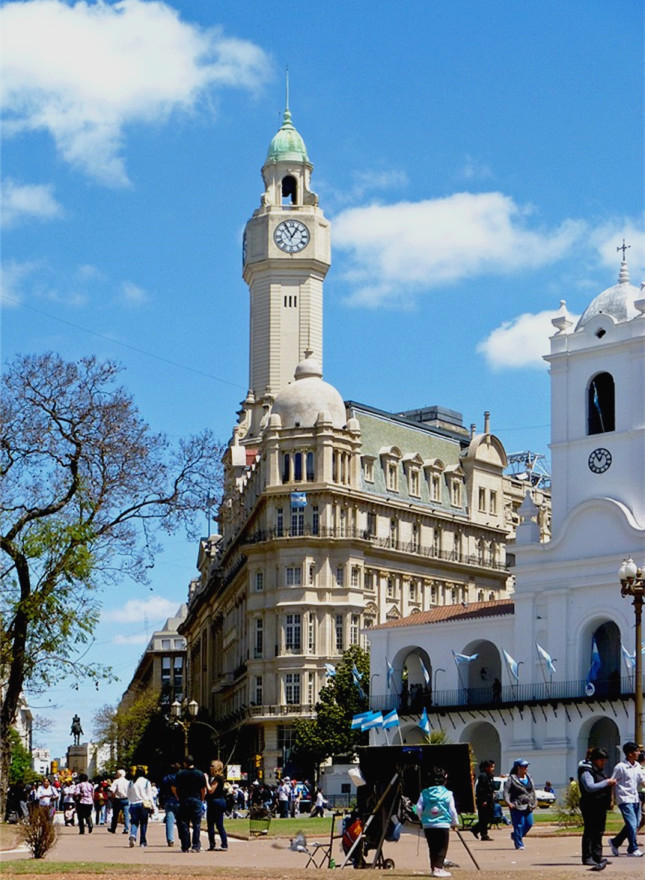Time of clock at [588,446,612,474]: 12:55
